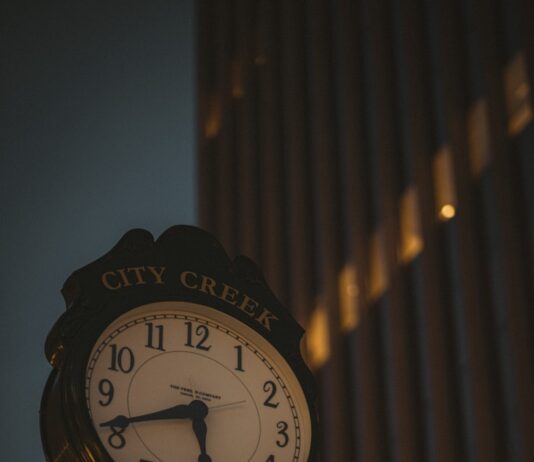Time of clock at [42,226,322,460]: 5:41
